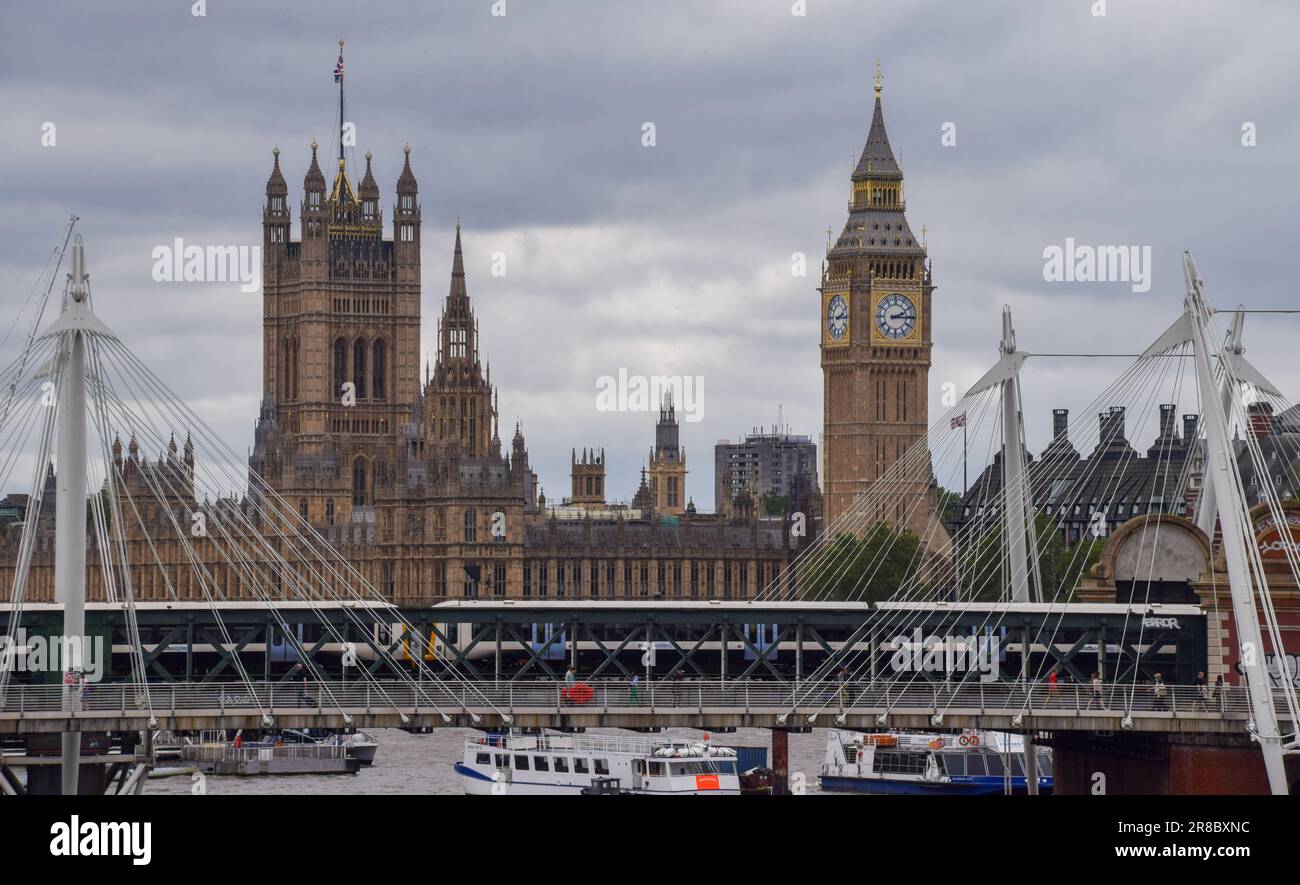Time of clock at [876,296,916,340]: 2:15
